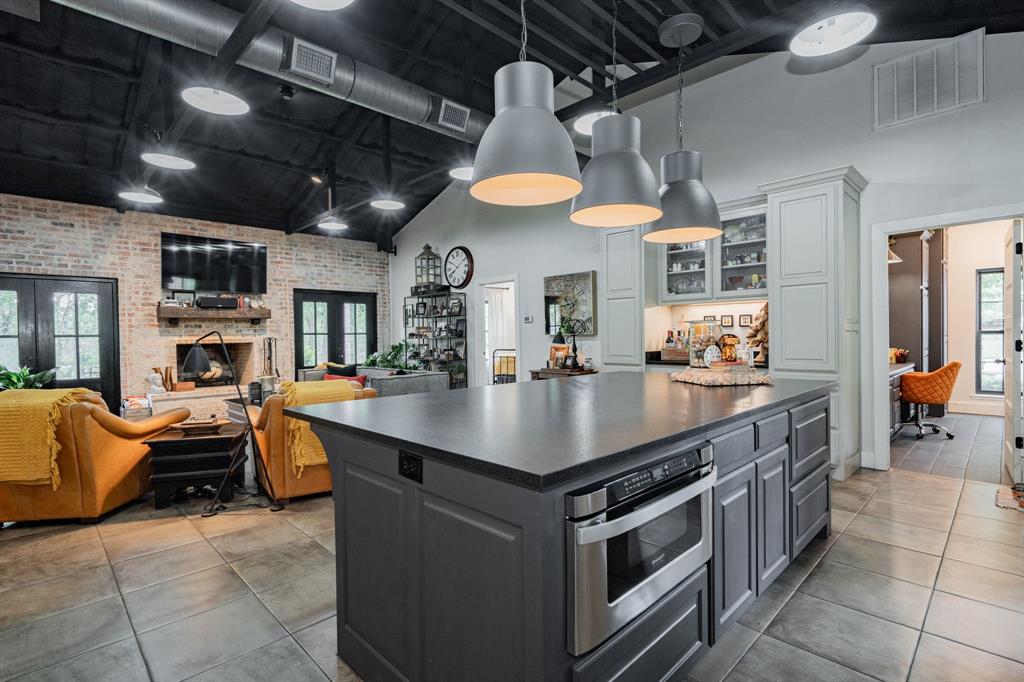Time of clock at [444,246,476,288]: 8:09
